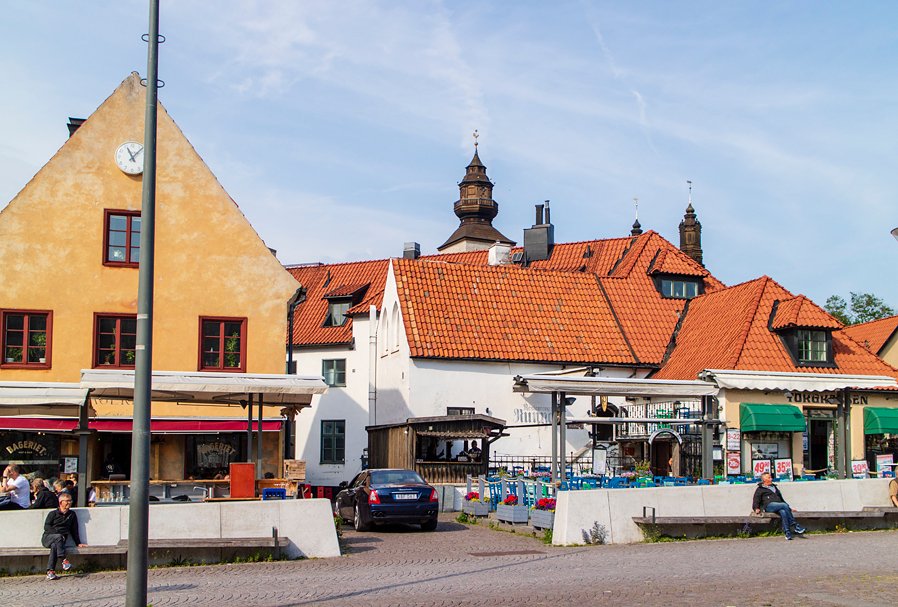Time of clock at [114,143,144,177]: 11:07
